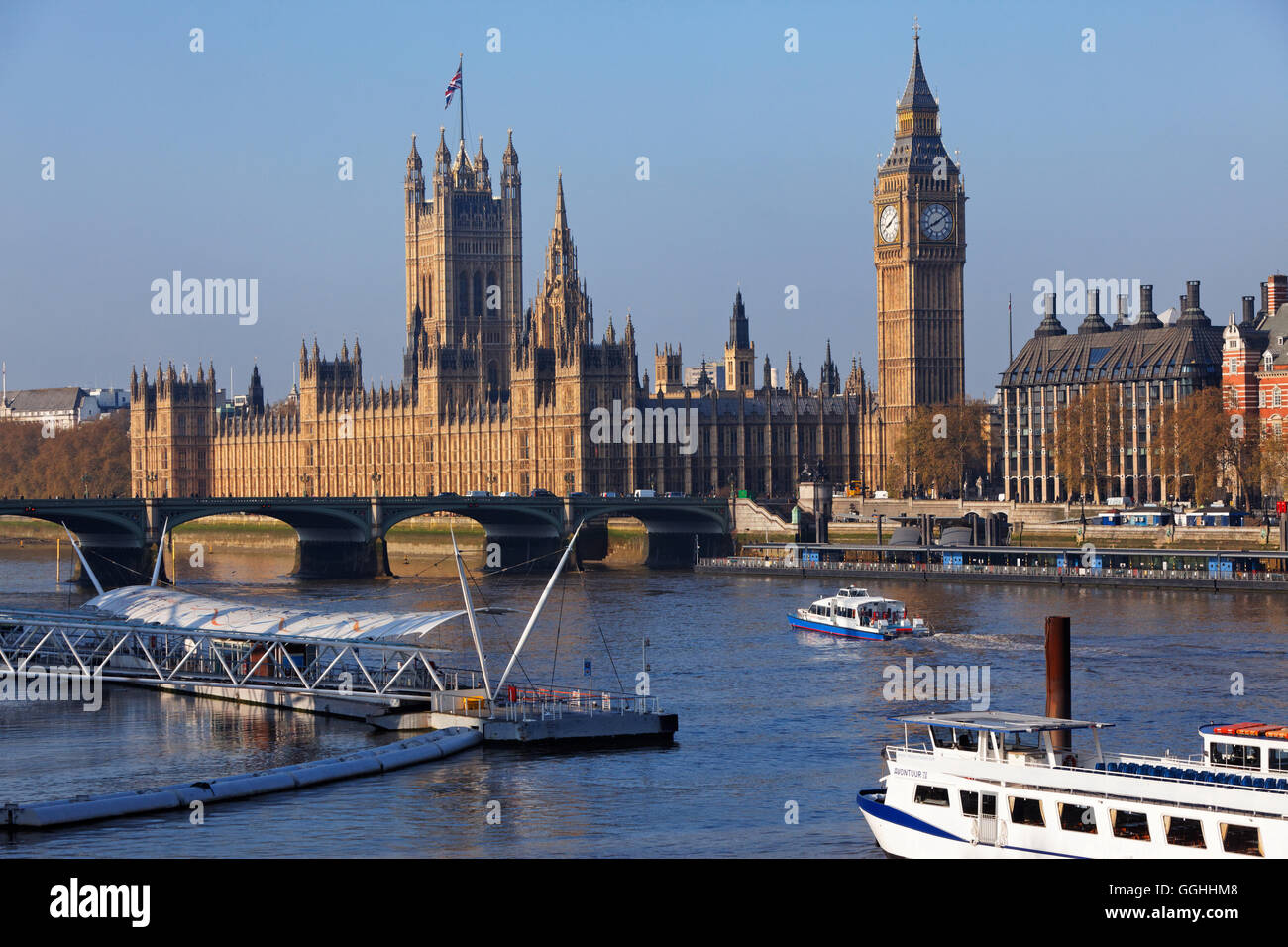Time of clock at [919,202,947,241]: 8:09
